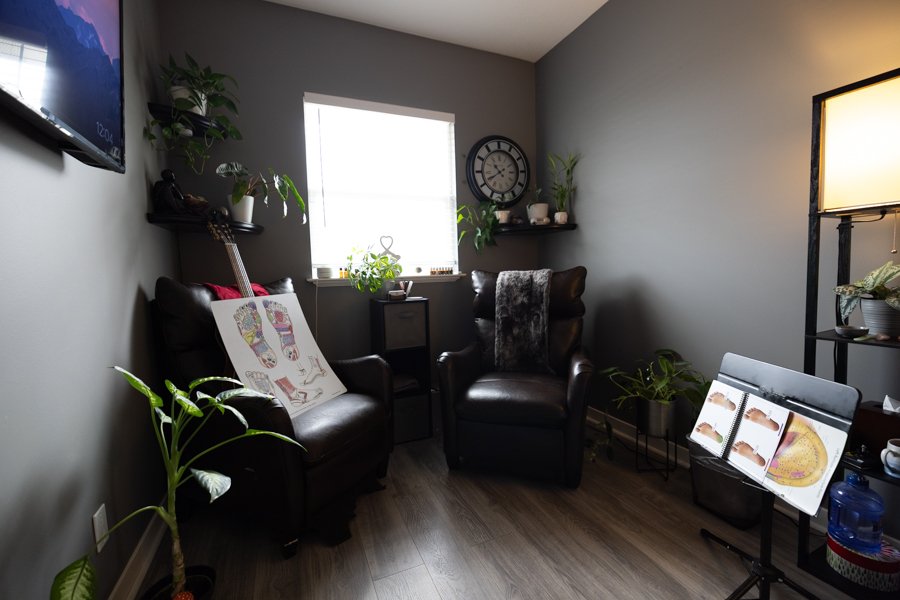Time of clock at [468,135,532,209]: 10:40
